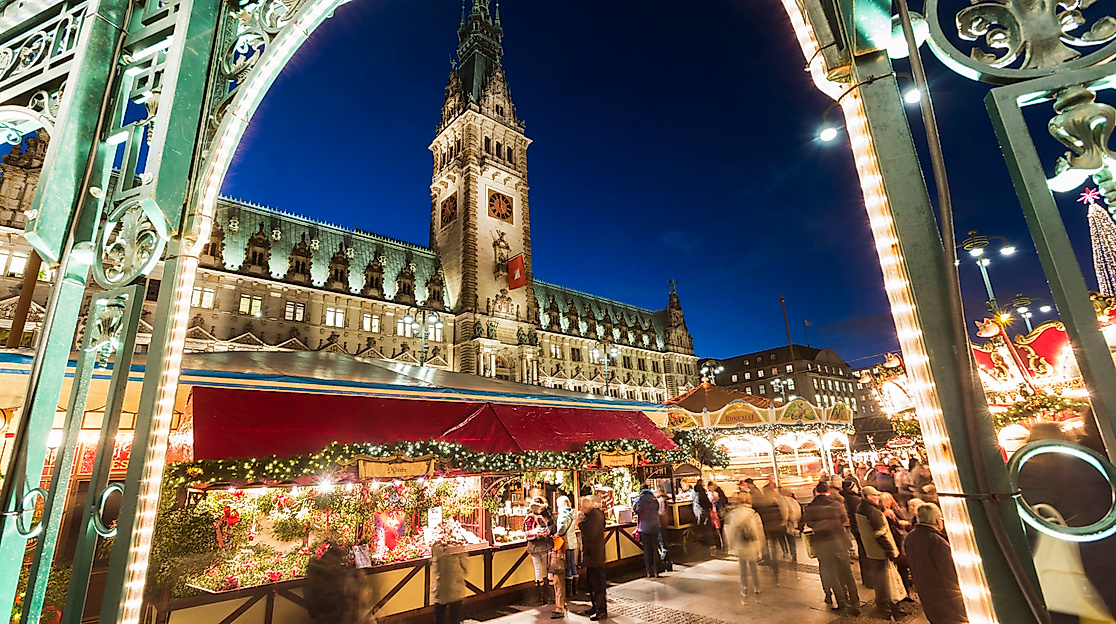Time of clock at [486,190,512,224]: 11:59
